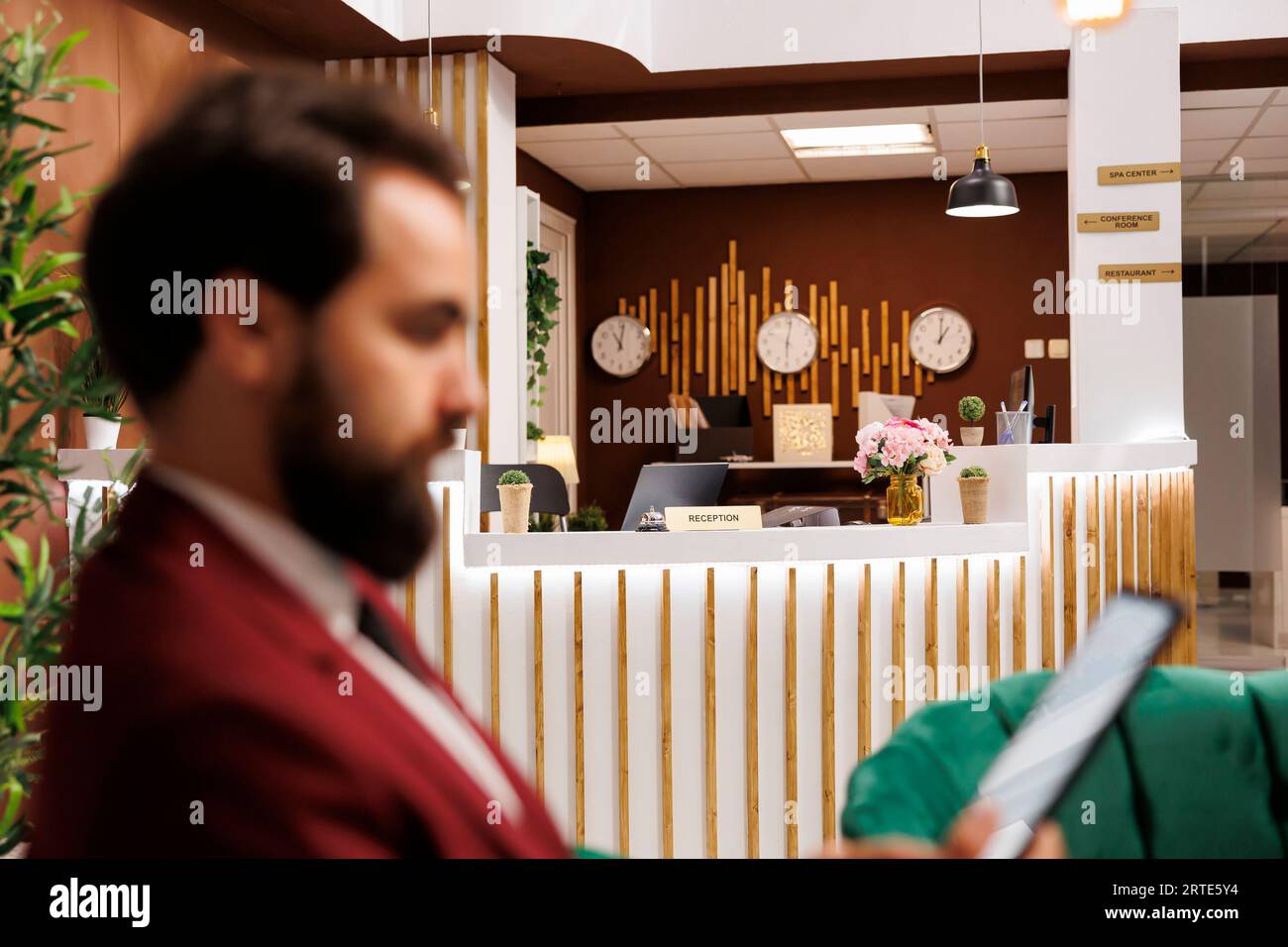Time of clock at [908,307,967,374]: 1:00
